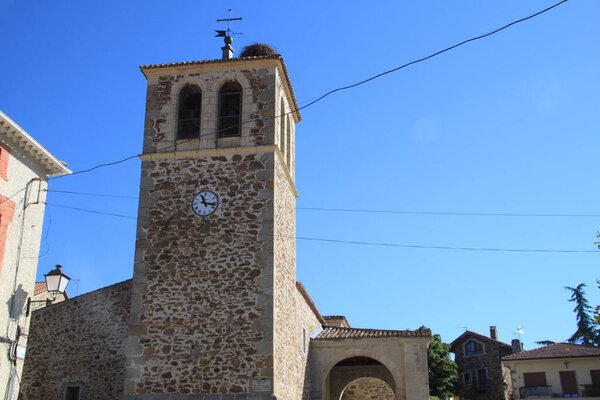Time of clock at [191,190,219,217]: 11:16
